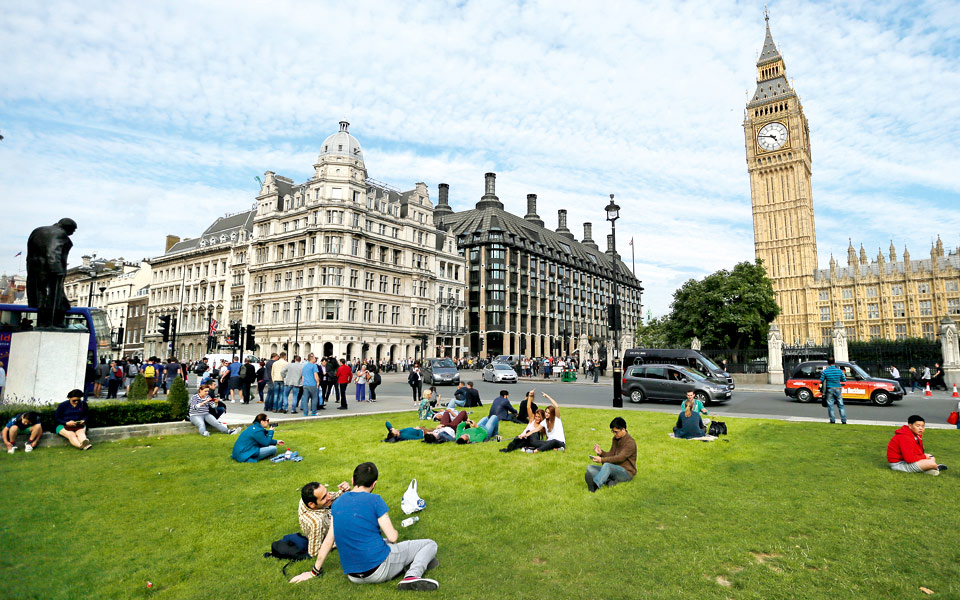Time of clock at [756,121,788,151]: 4:47
